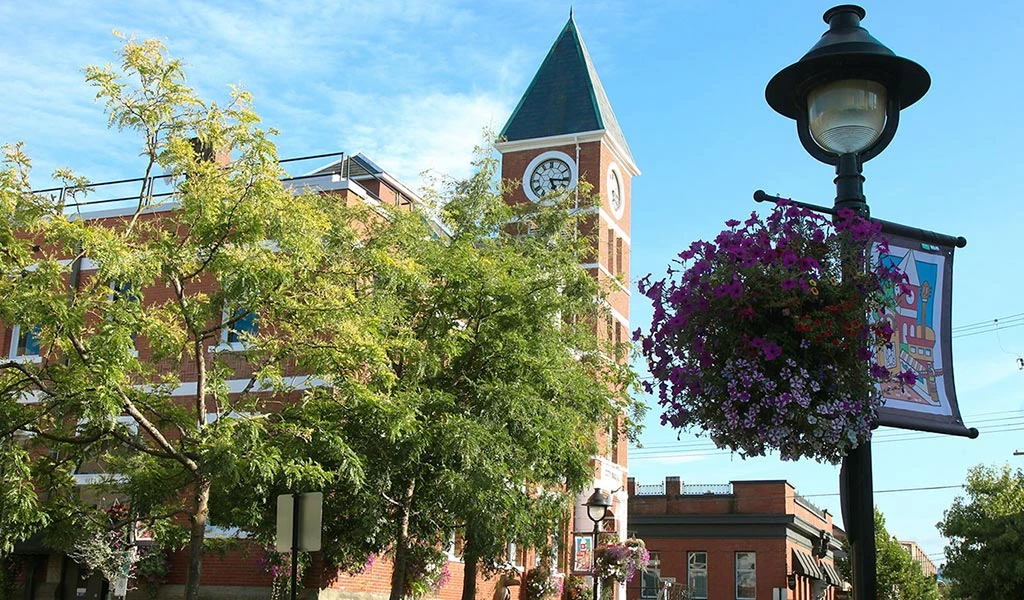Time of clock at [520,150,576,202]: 5:16
